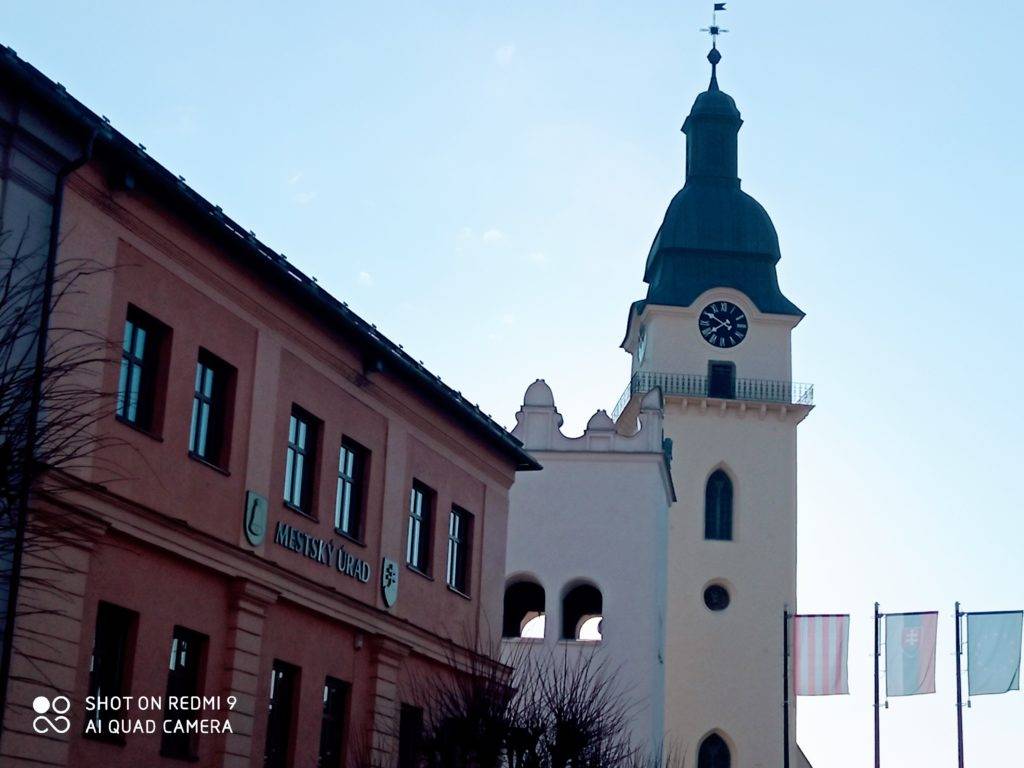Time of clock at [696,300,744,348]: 7:50
